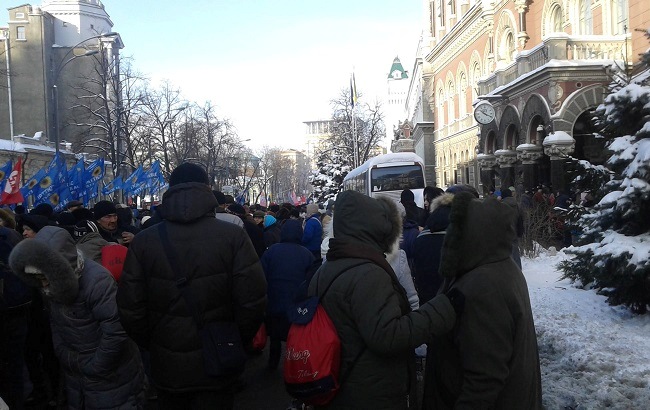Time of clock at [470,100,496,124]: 10:18
